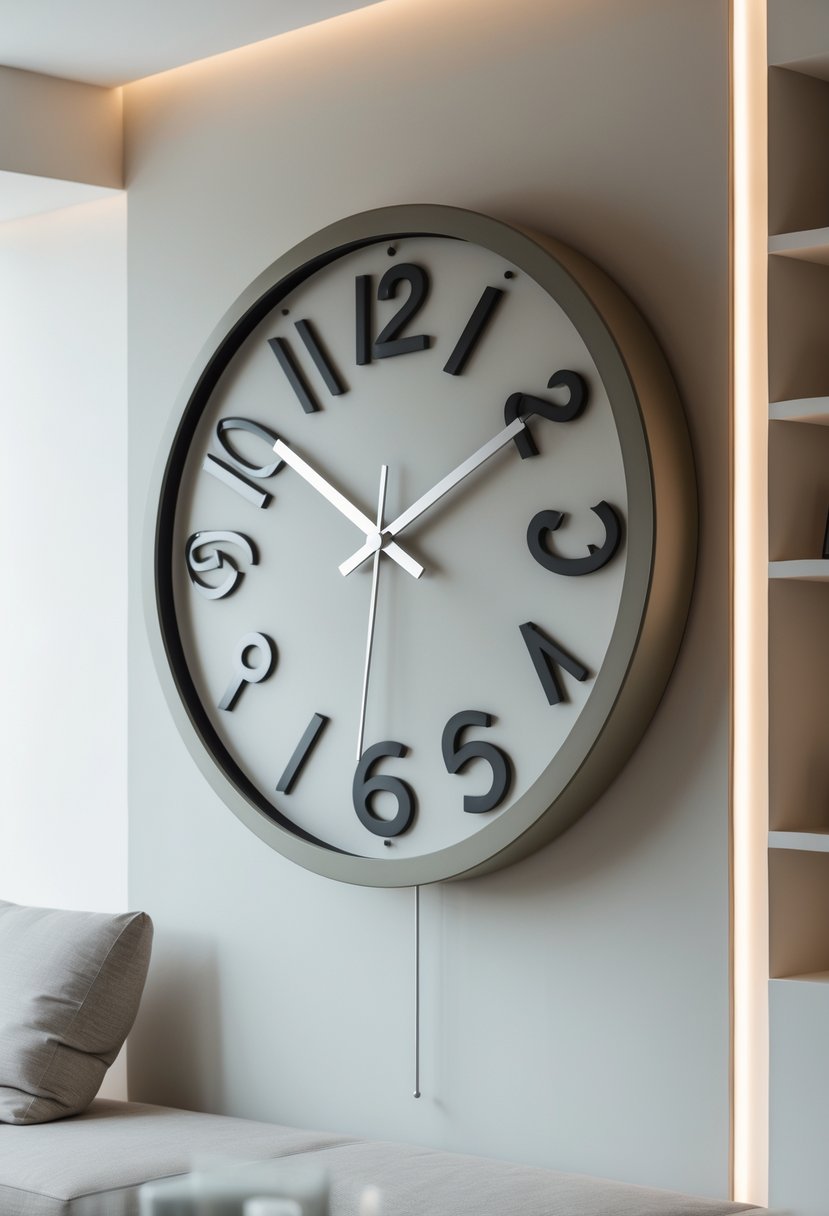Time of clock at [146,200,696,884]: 1:51
